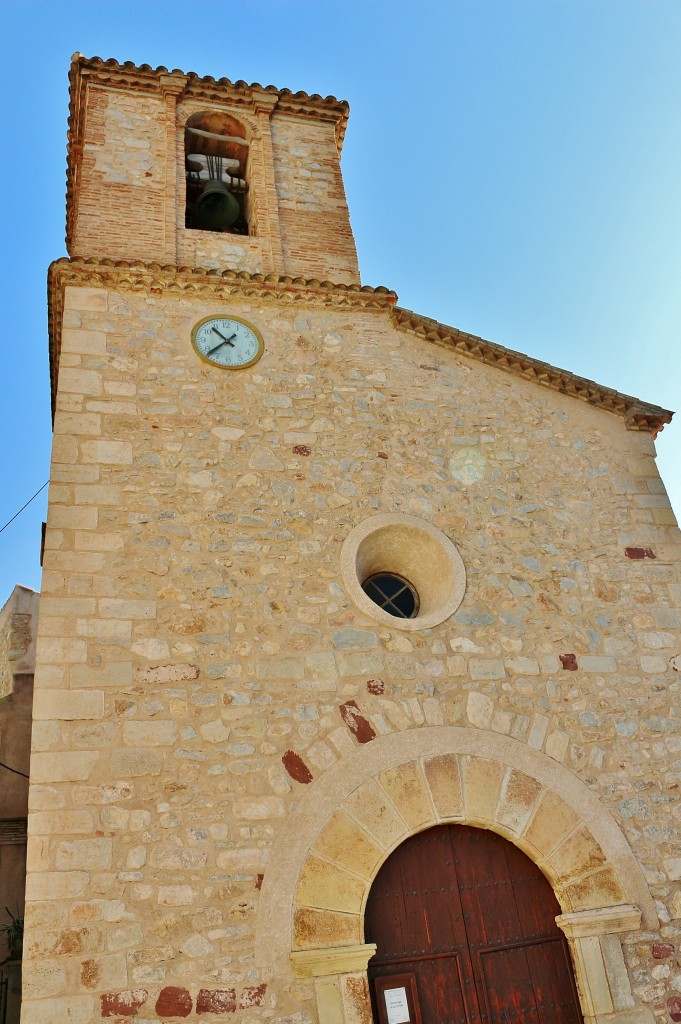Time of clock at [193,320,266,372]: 10:37
